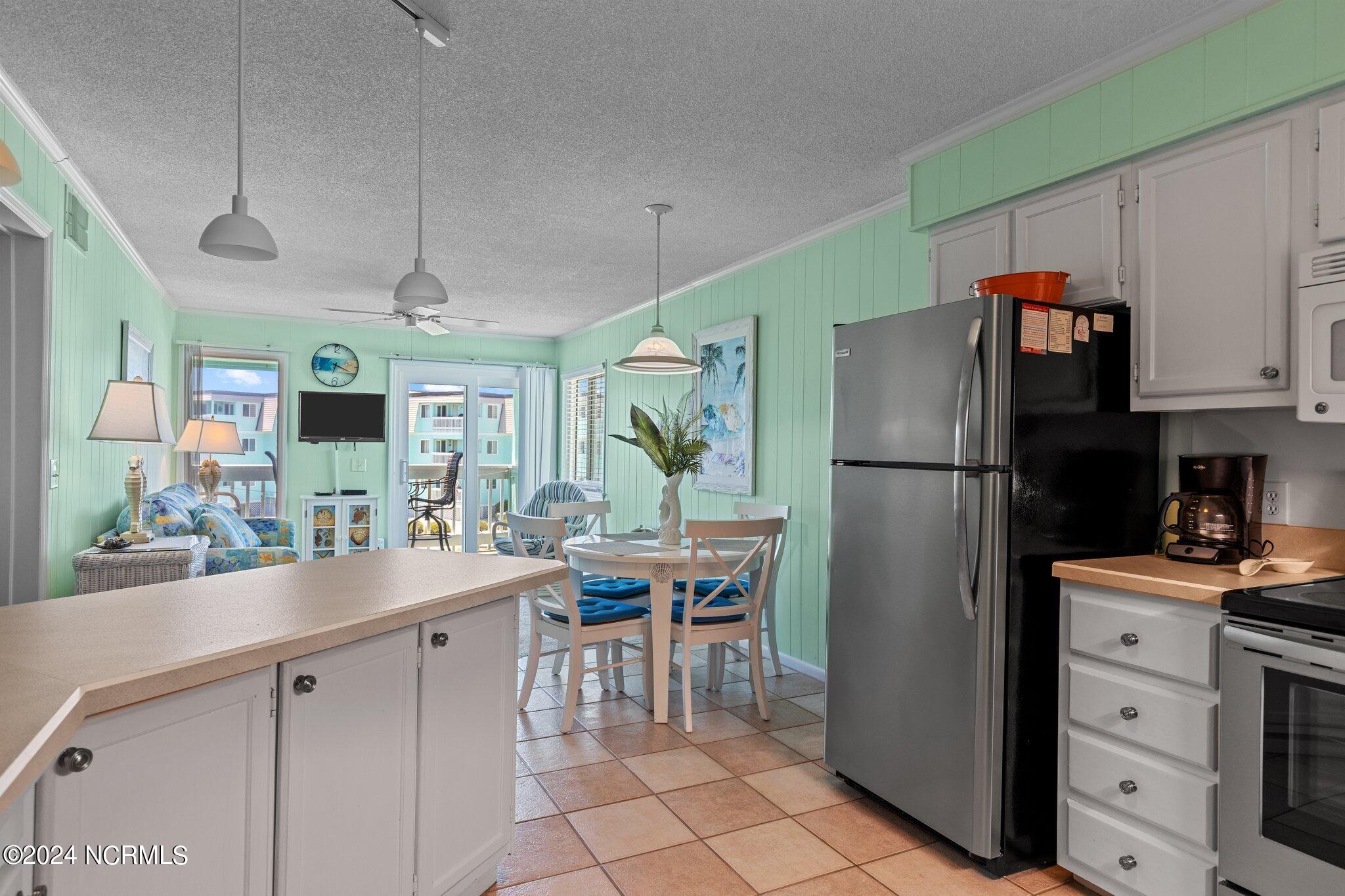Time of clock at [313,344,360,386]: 6:18
